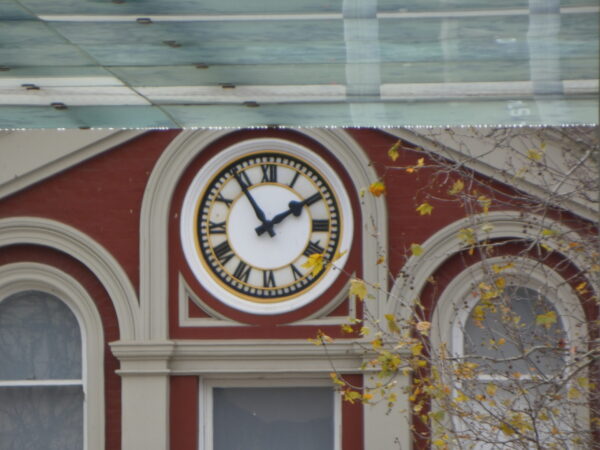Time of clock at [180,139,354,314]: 1:54
